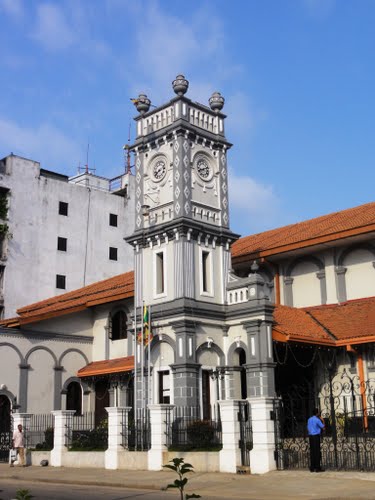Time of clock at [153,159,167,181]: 7:37
